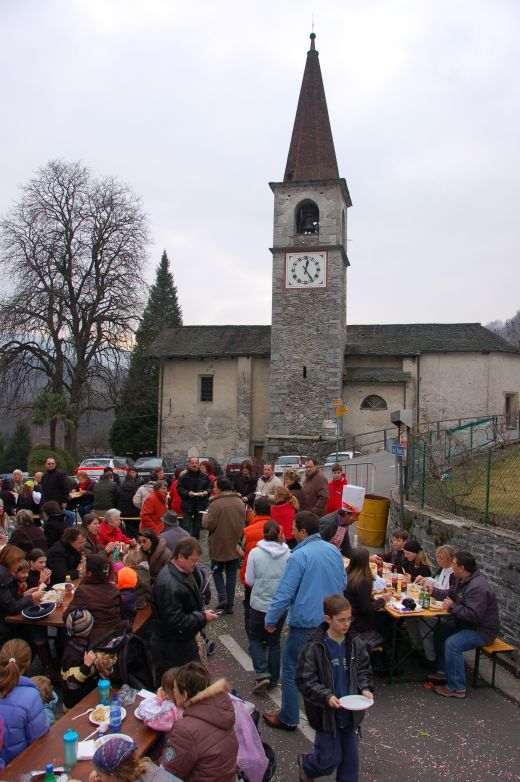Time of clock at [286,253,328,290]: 12:24
